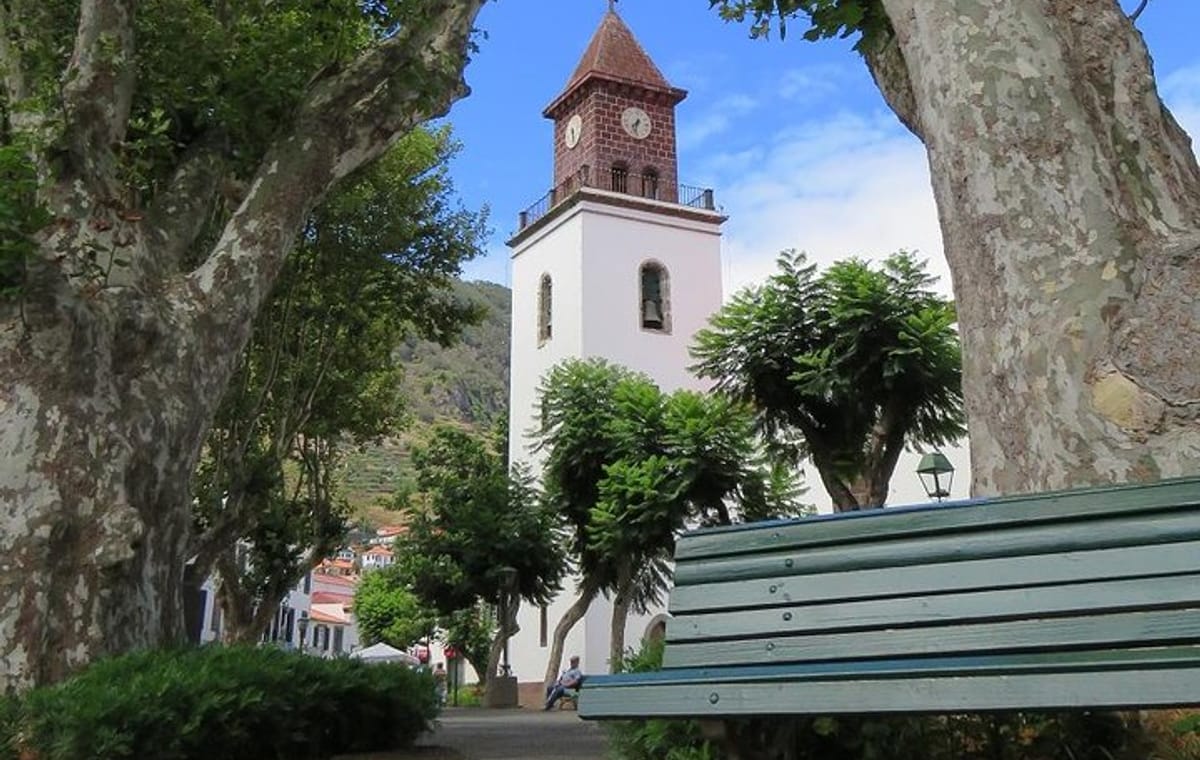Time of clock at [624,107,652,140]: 7:32
